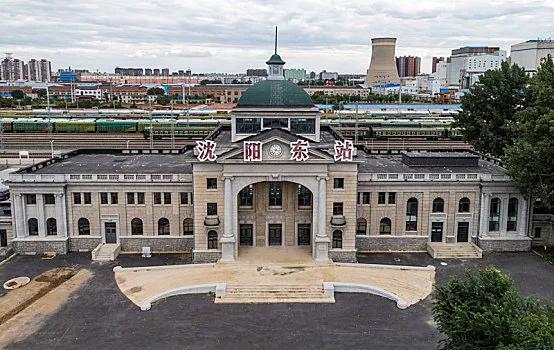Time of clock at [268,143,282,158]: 7:15
